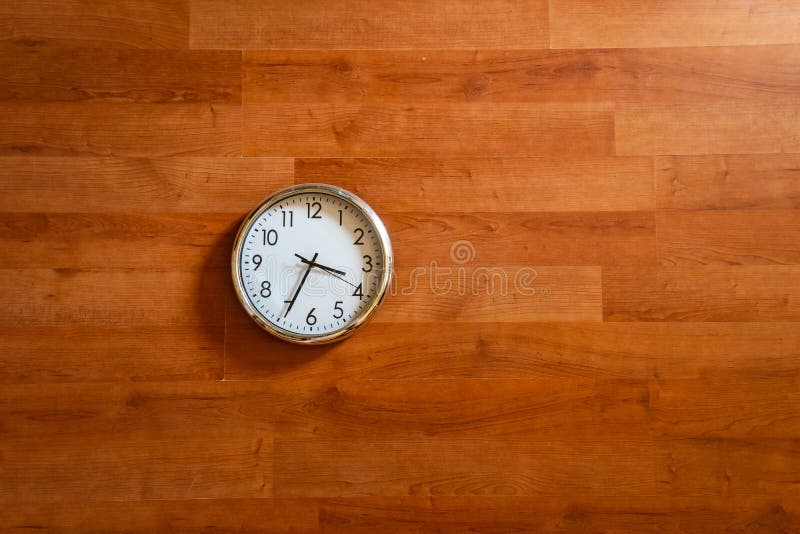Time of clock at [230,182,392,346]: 3:34
